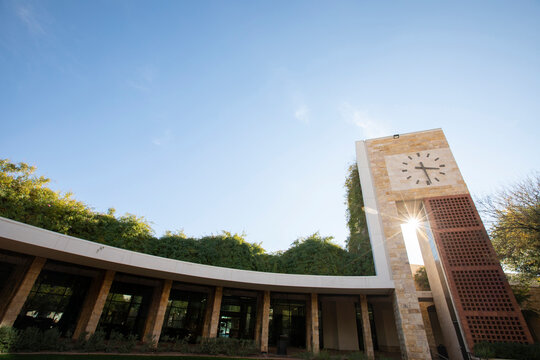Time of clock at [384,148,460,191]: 3:28
